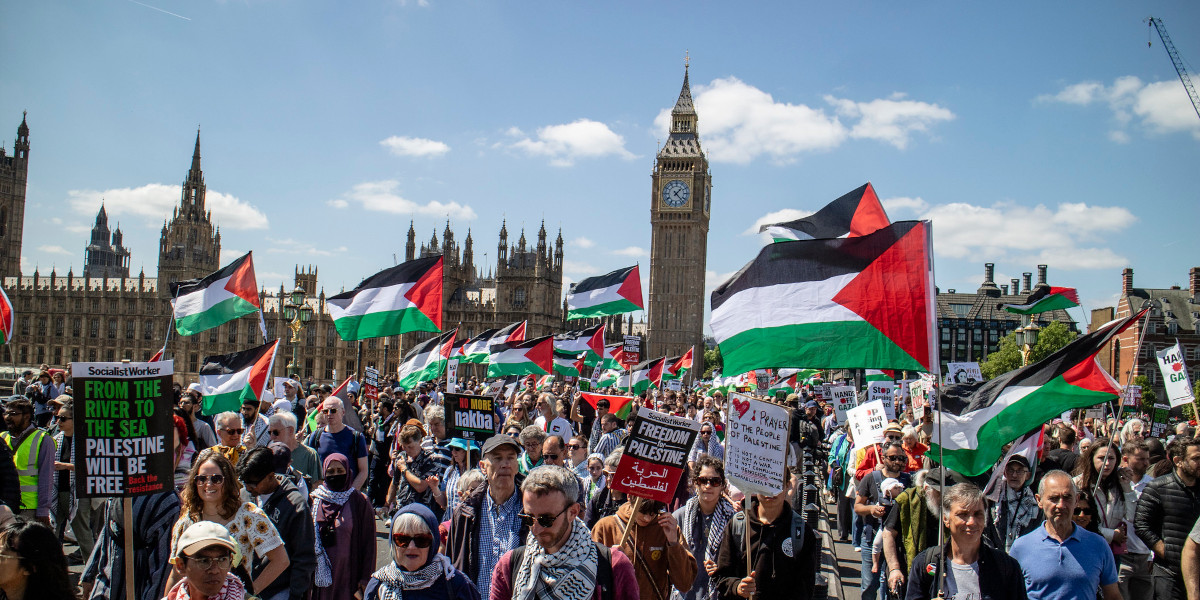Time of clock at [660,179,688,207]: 1:22
